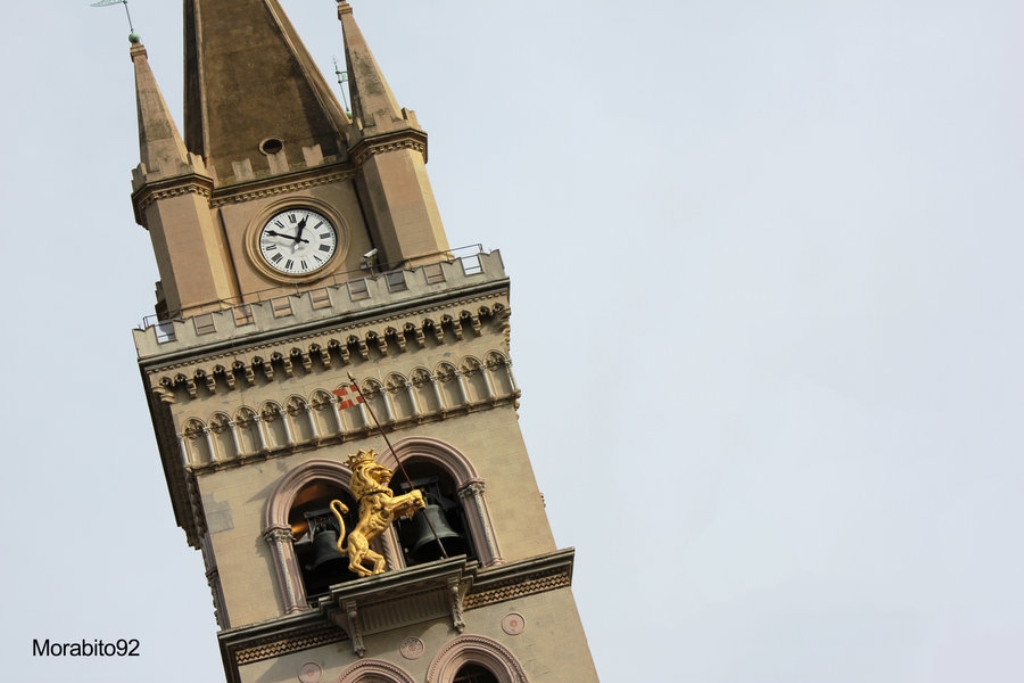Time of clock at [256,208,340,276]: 12:50
